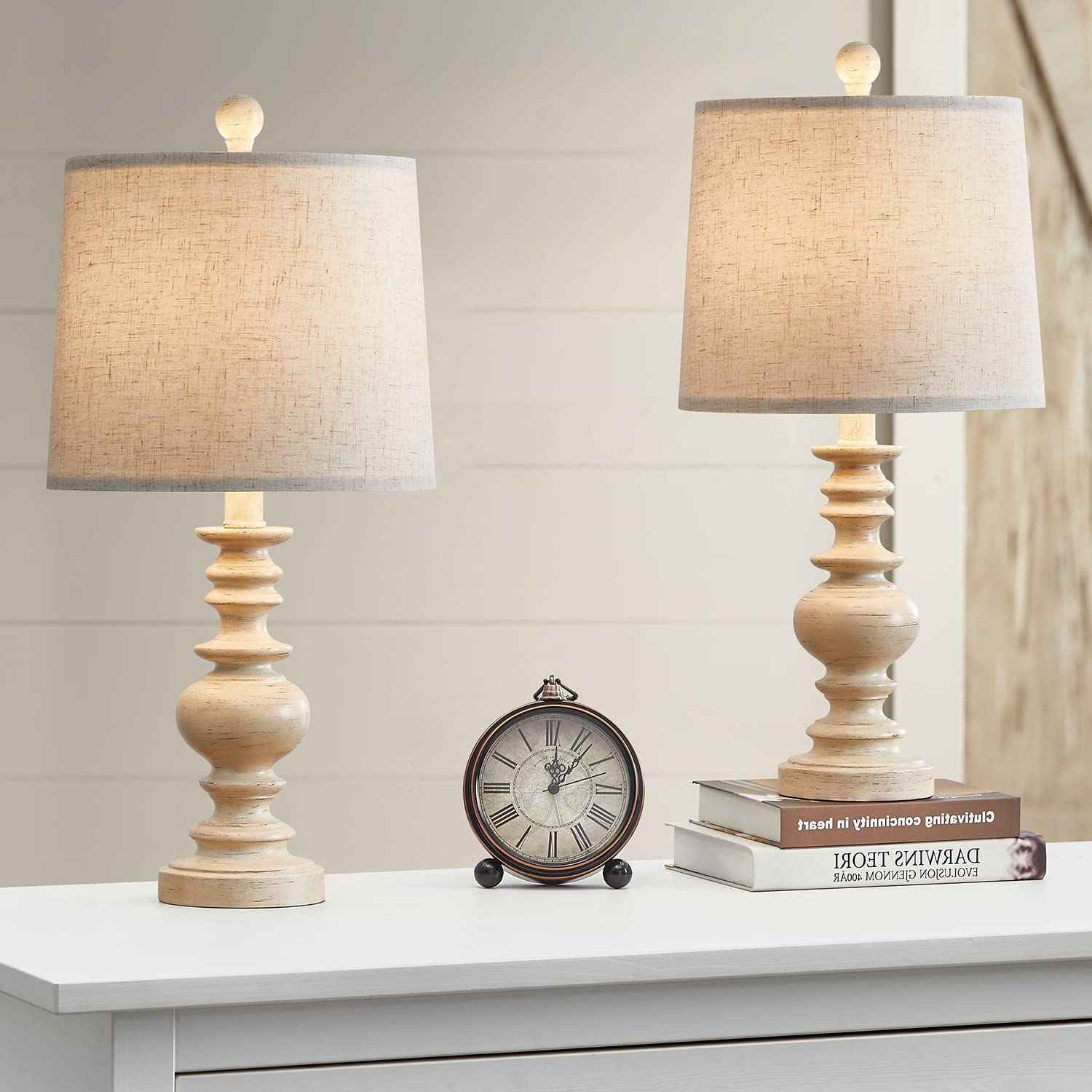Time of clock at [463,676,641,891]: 12:06
